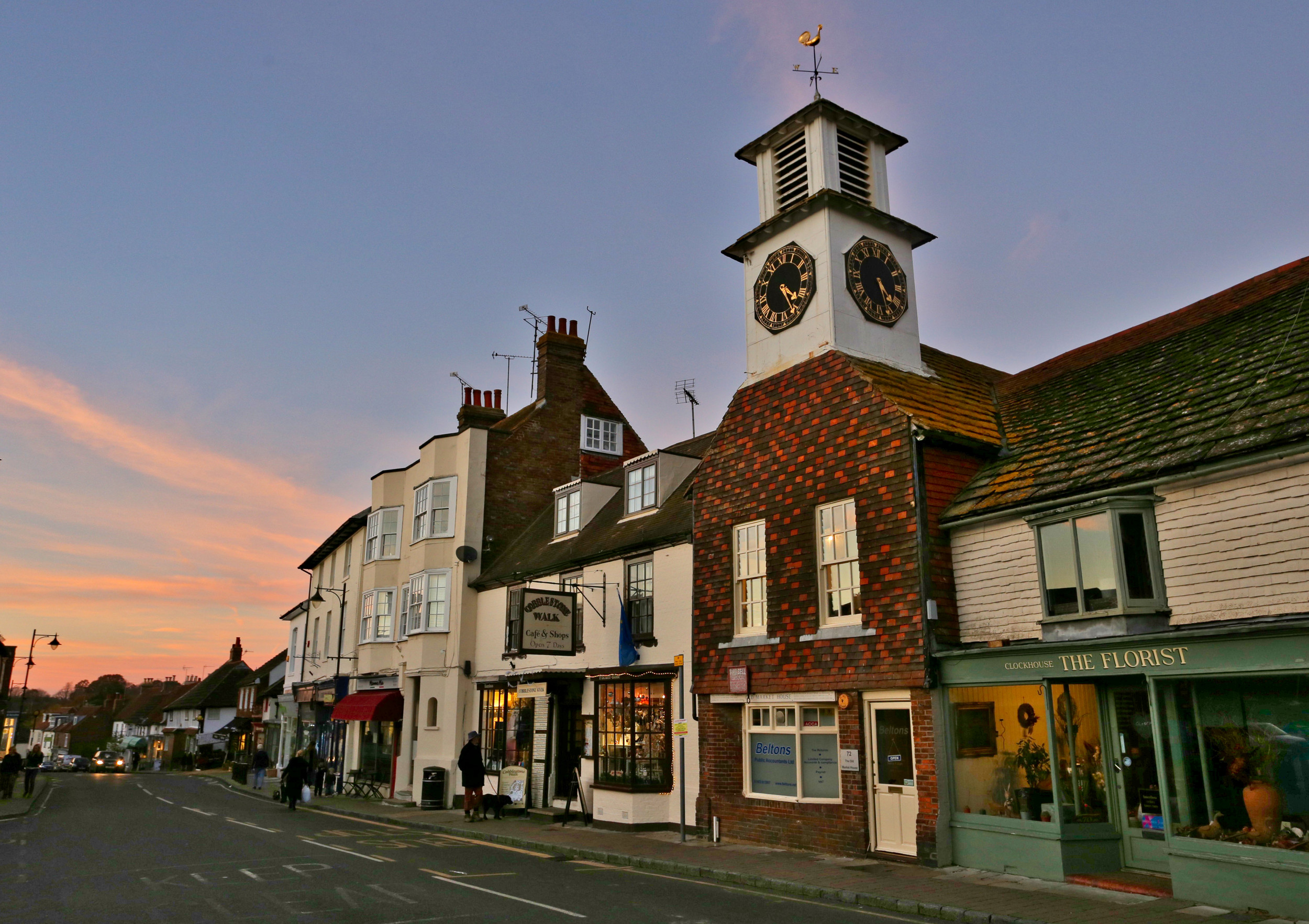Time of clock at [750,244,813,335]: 4:26
